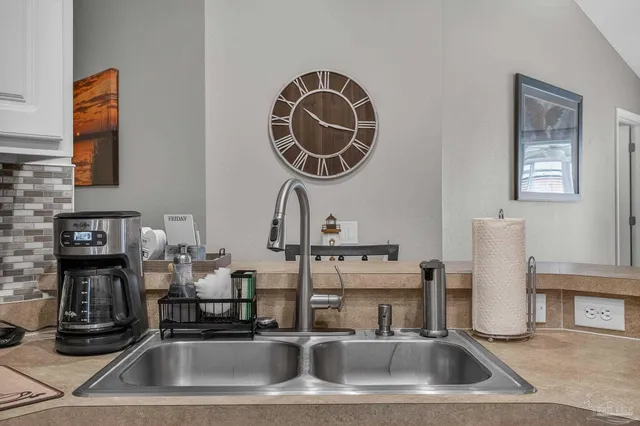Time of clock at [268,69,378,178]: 10:16
